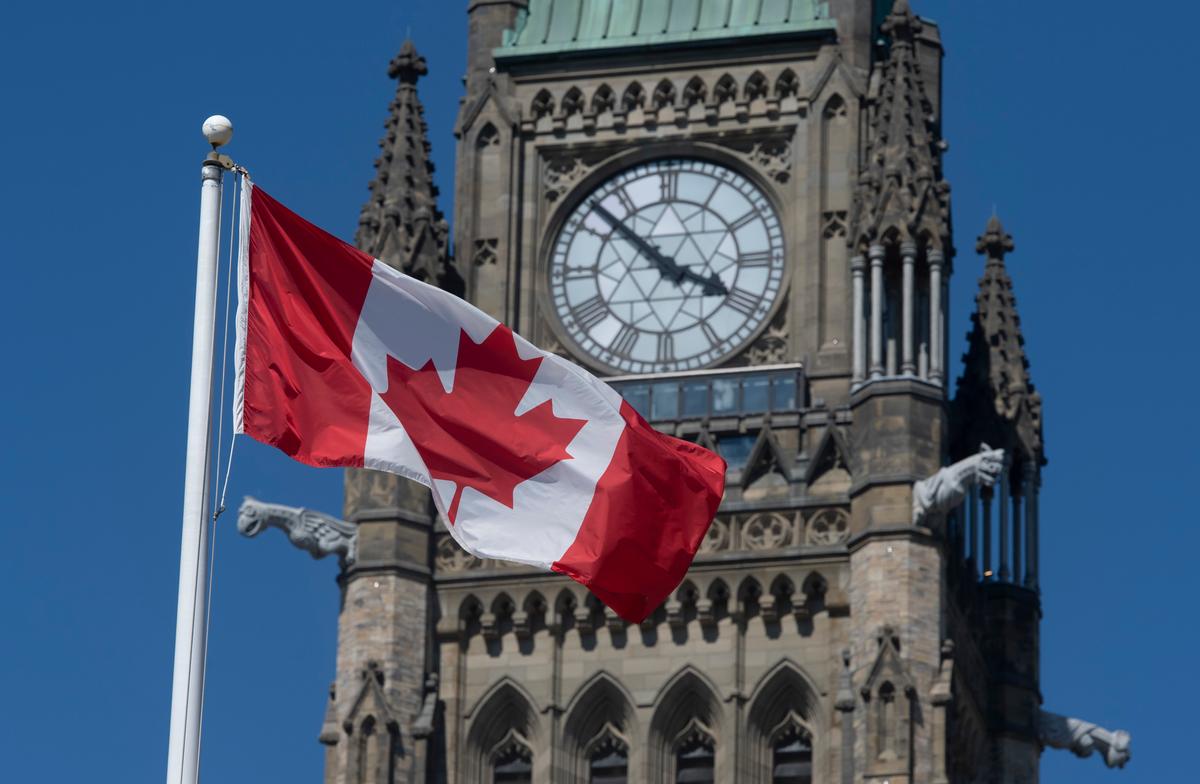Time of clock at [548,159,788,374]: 3:52
